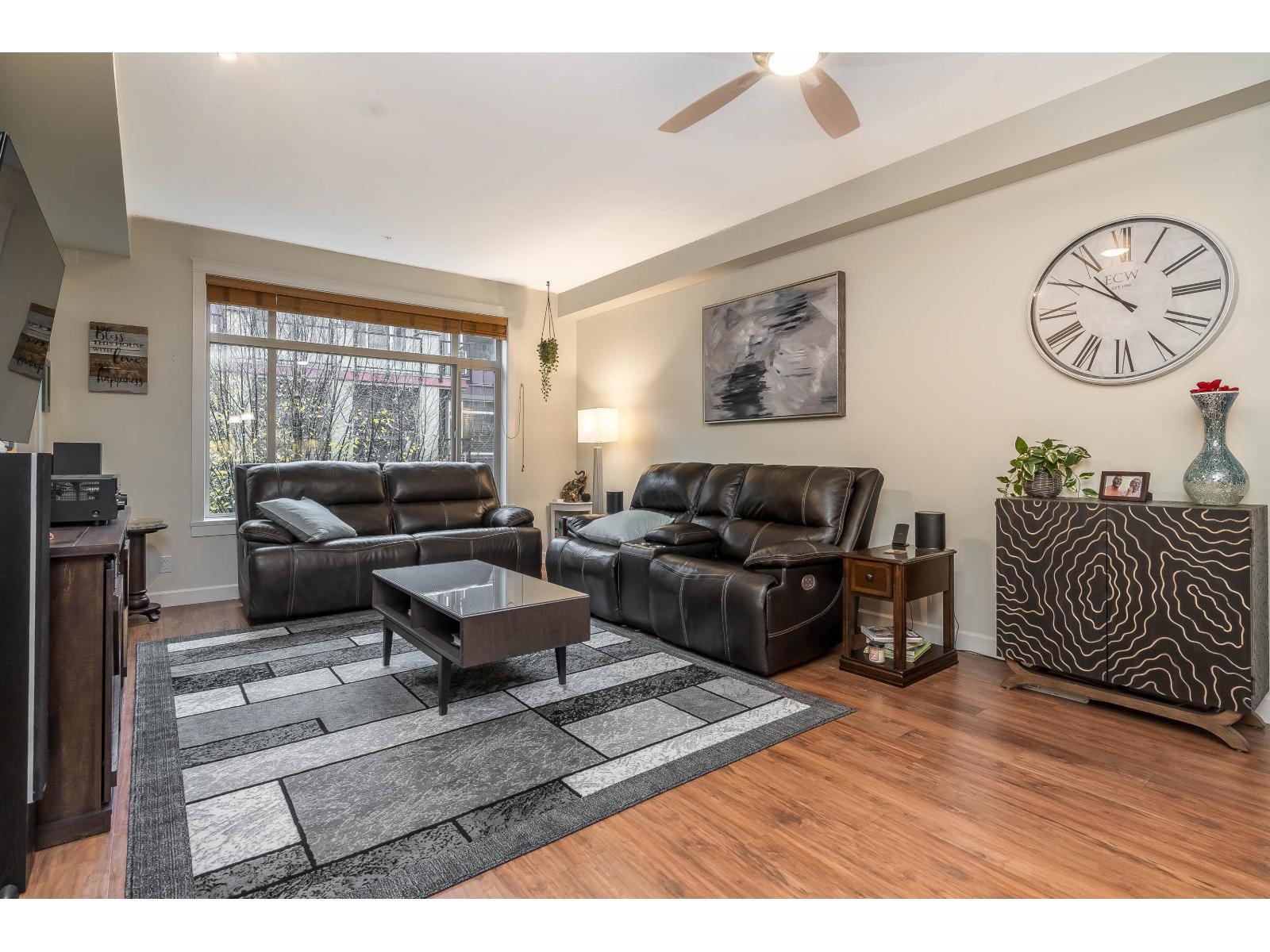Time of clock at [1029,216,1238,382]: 10:50
